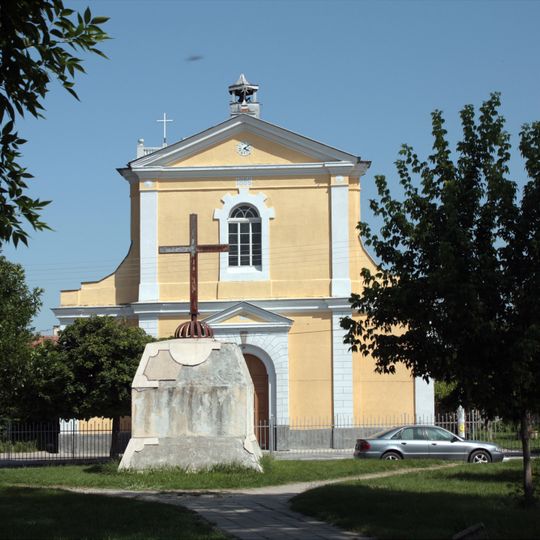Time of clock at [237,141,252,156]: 4:07
